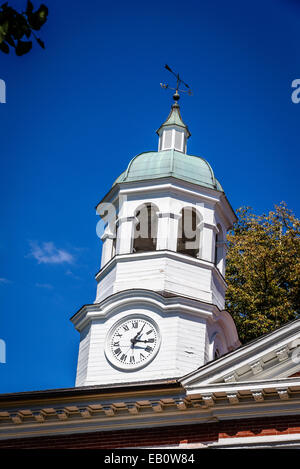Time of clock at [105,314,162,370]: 1:16
